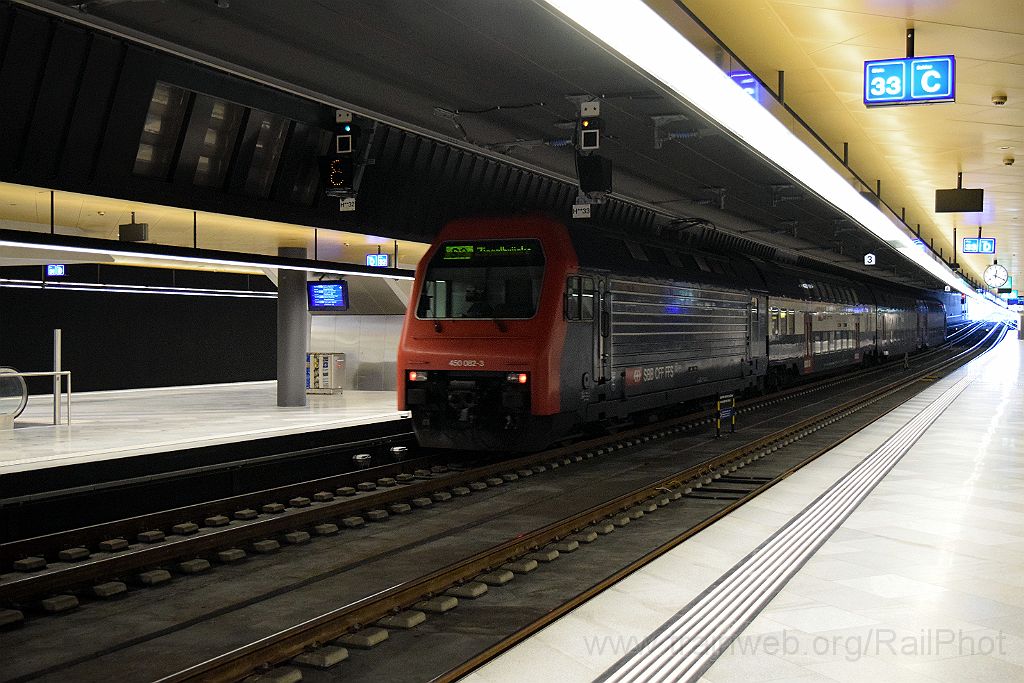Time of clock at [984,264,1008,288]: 12:19
